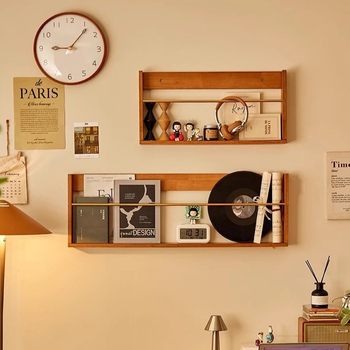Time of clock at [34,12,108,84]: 9:06
